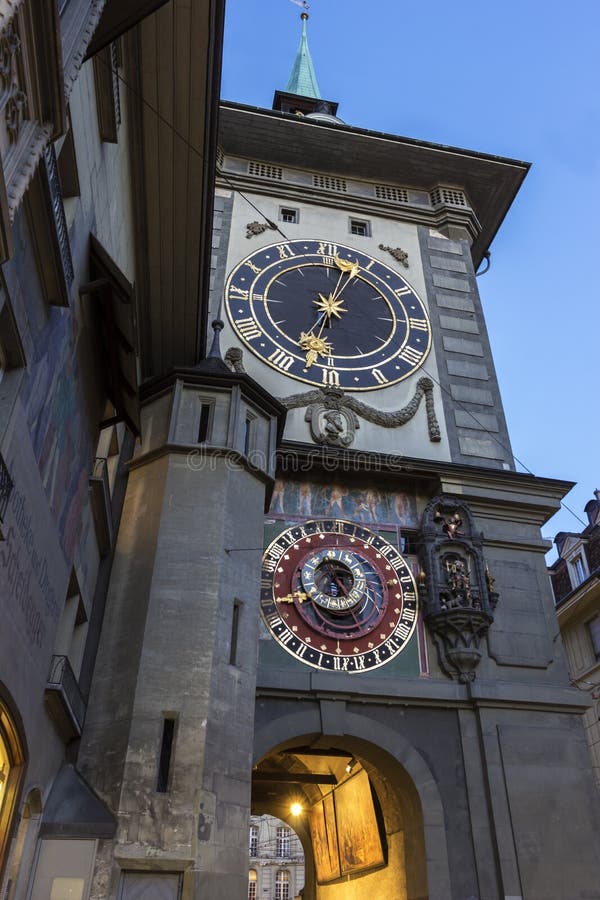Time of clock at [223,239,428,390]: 12:32
